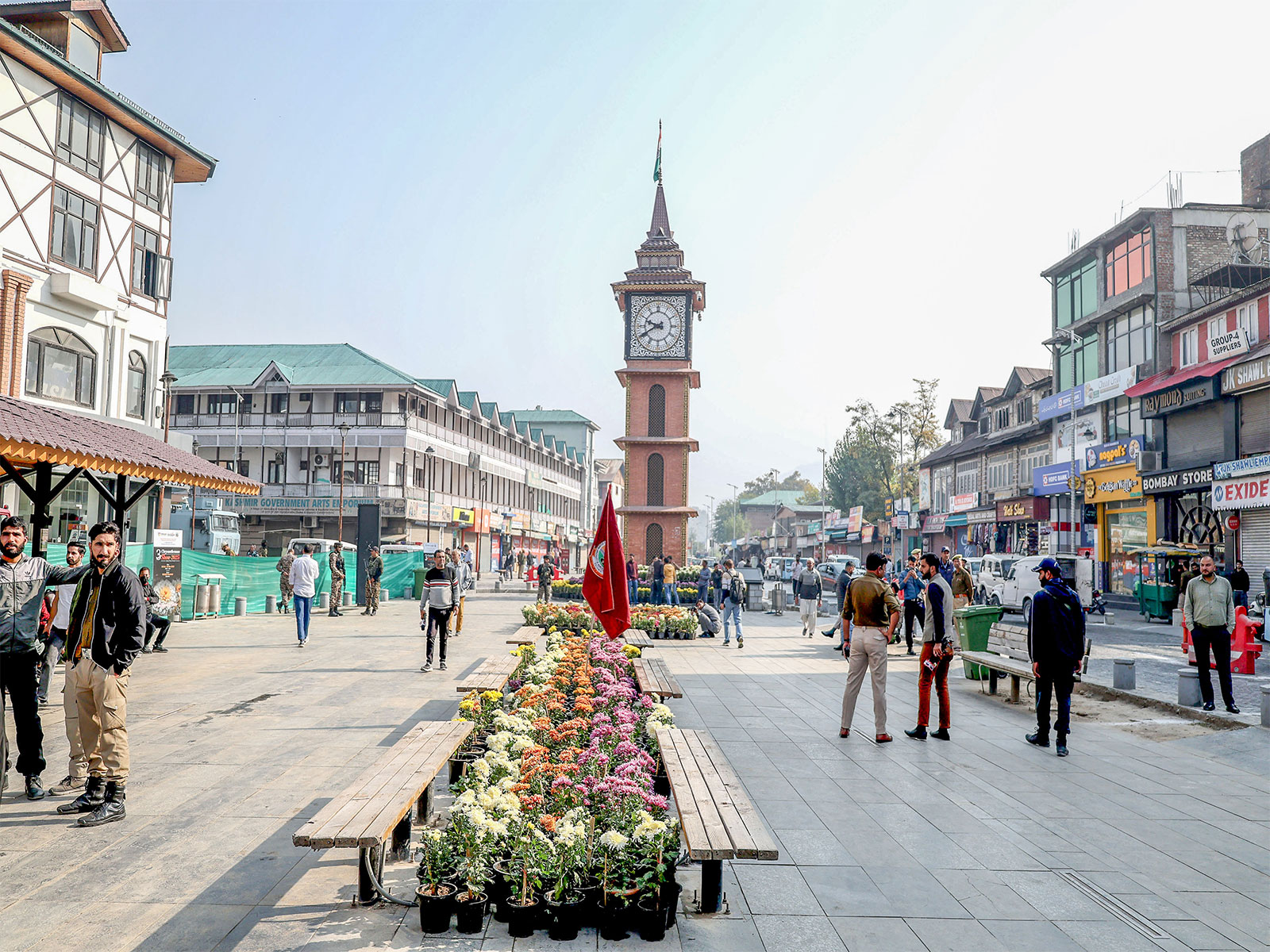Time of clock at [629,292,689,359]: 9:40
